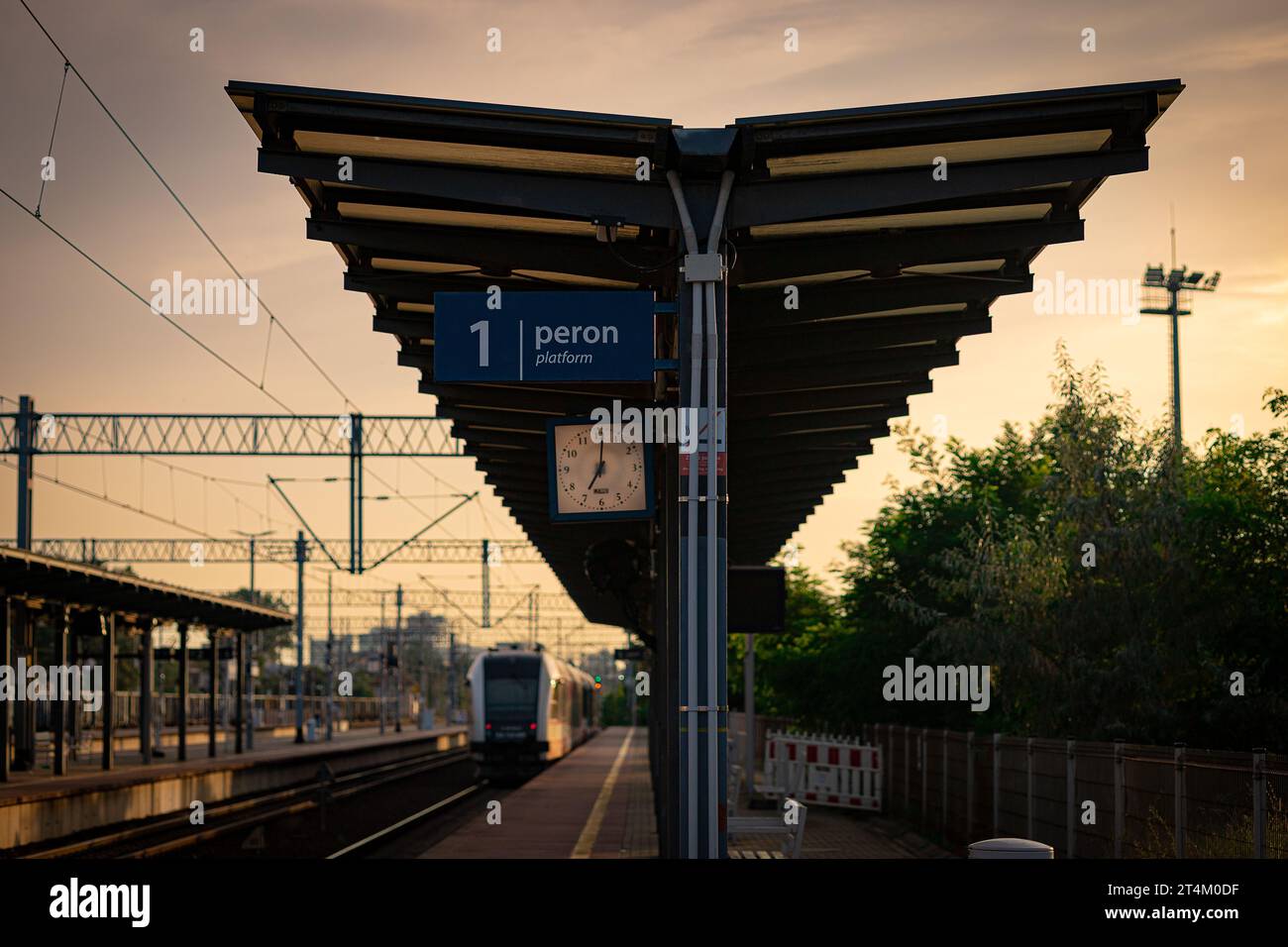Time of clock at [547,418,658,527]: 7:01
